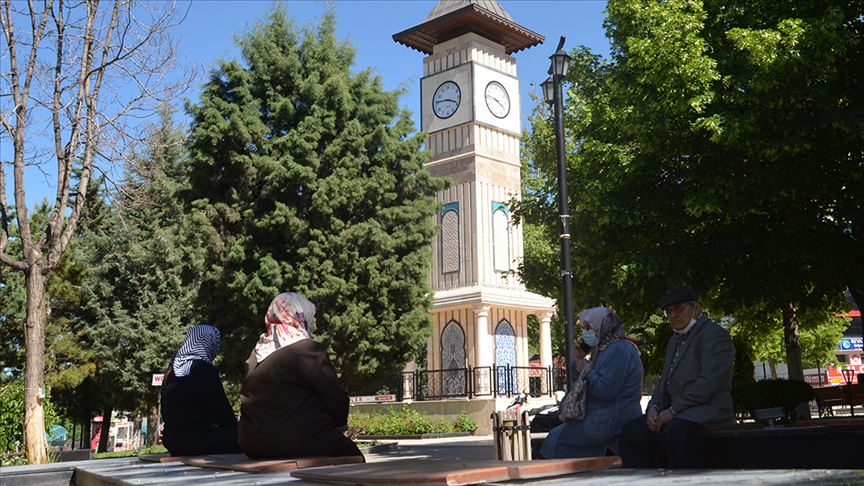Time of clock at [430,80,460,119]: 3:45
